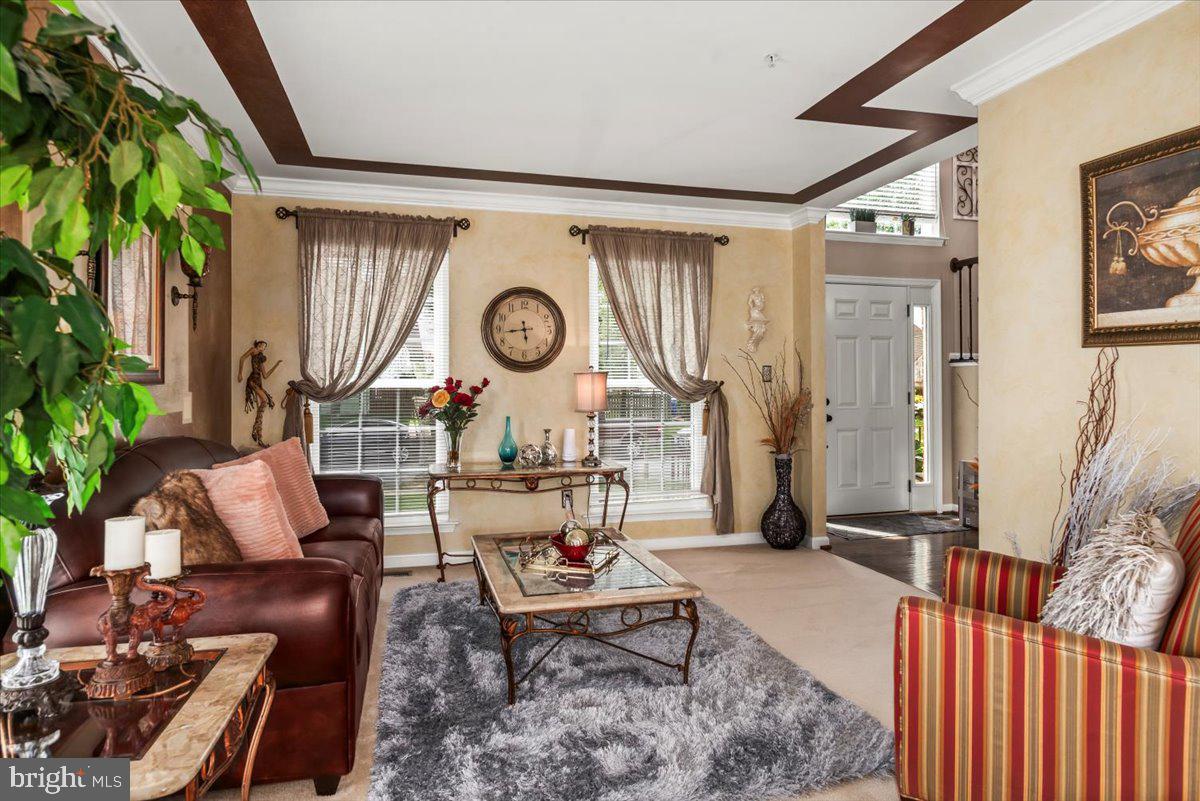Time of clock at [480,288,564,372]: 5:43
